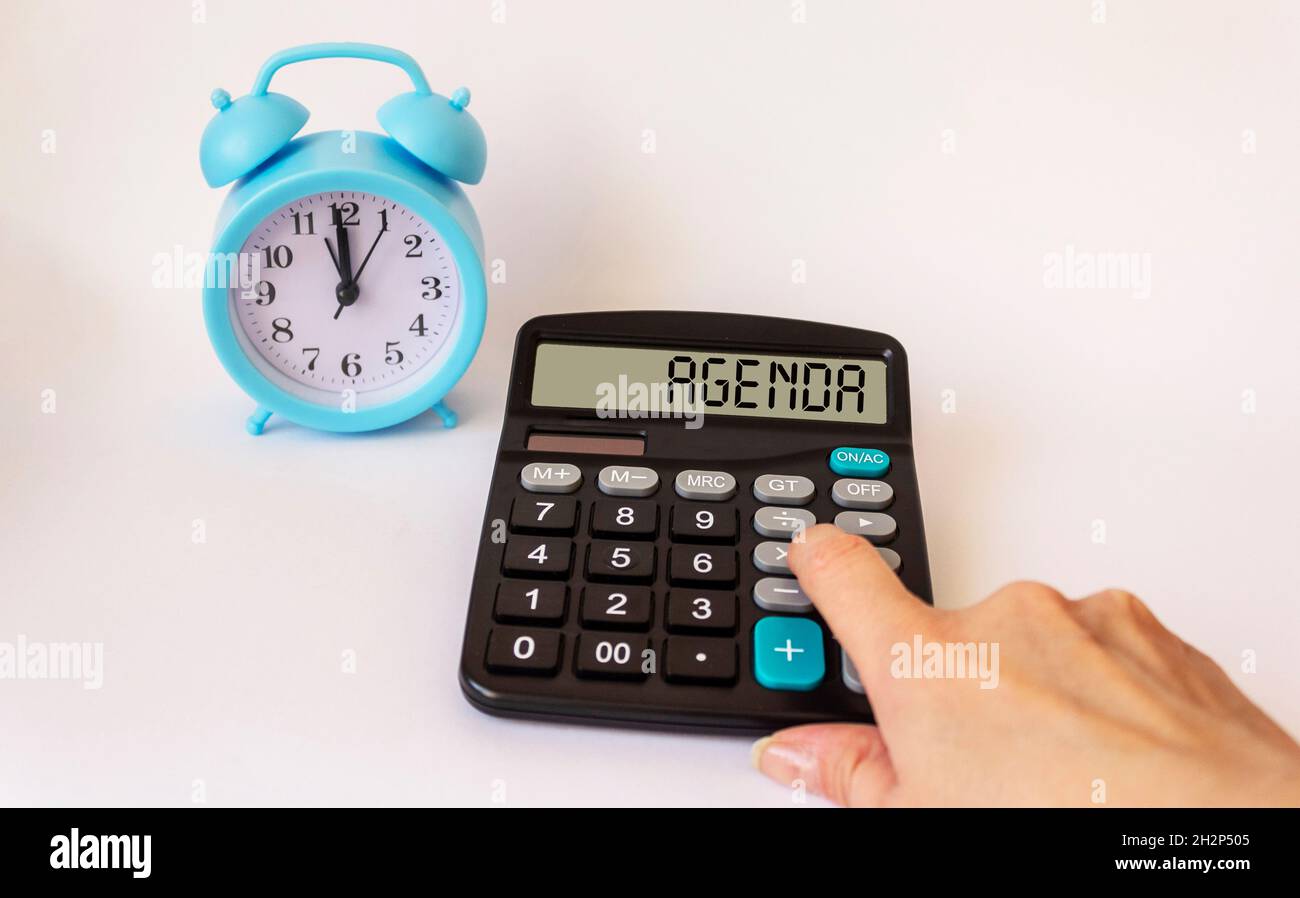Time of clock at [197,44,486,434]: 11:59
